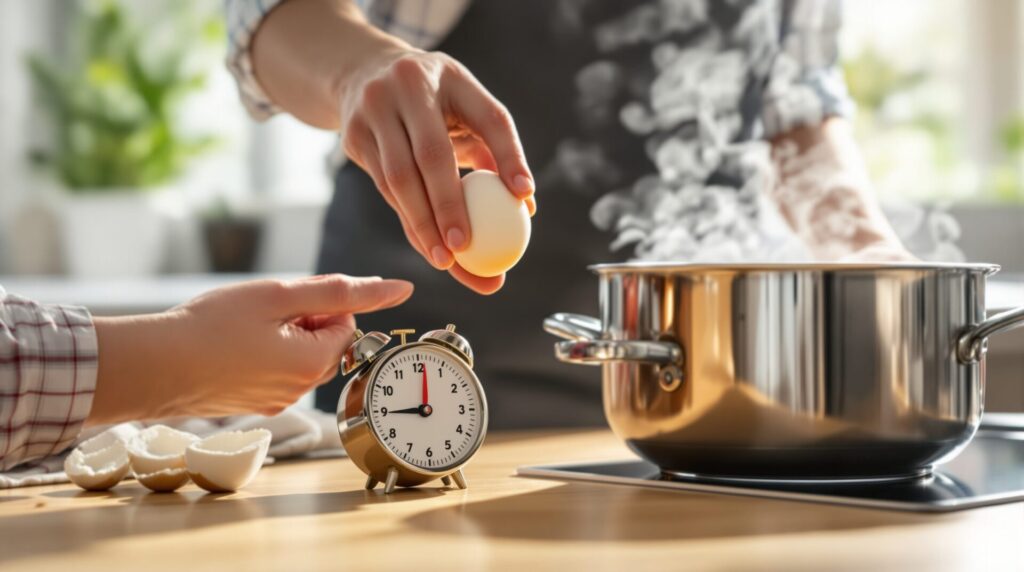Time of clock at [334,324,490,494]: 9:01
